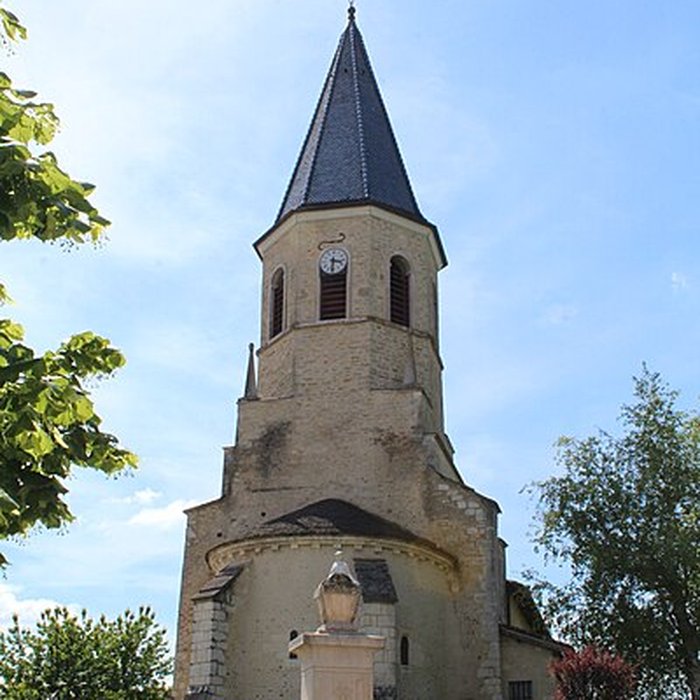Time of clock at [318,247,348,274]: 3:31
